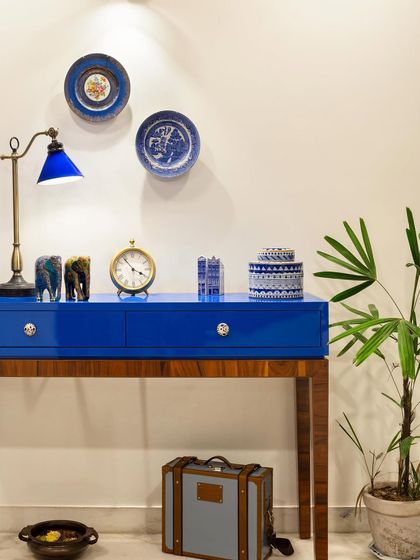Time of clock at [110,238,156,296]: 3:53
